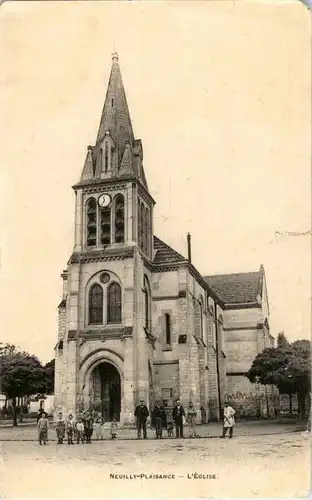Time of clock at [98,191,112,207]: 11:35
